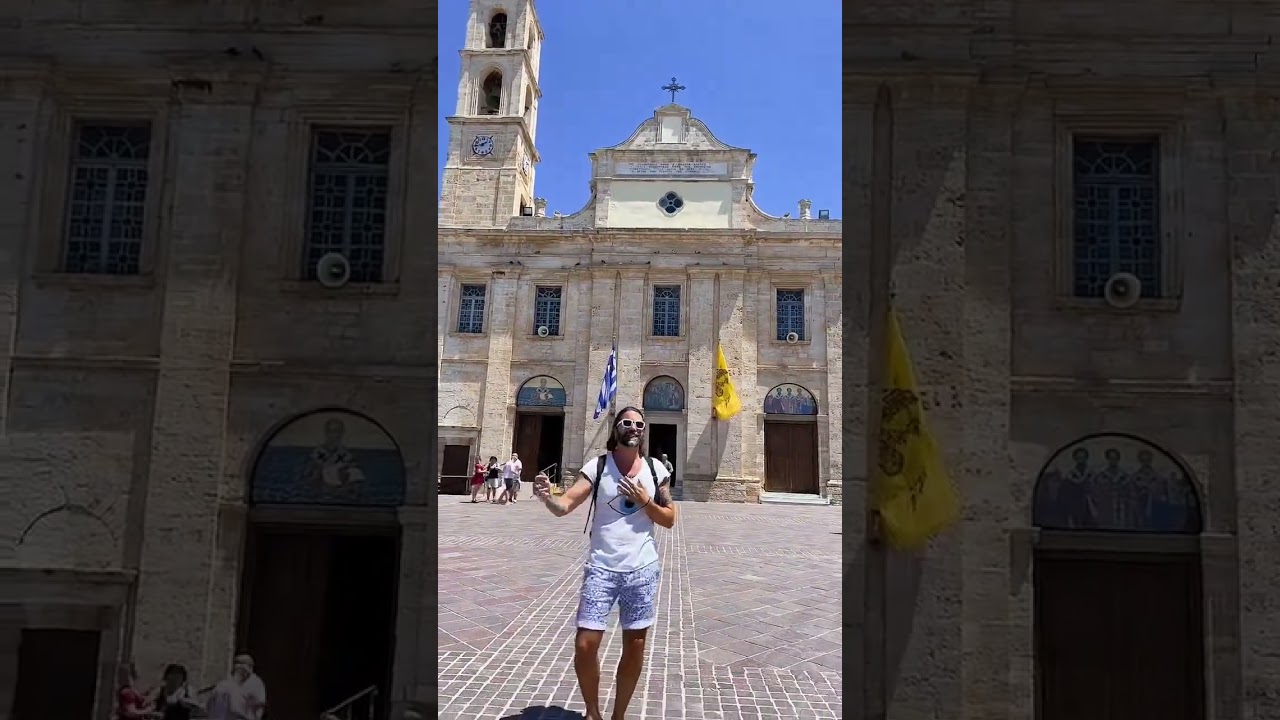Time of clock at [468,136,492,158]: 1:44
